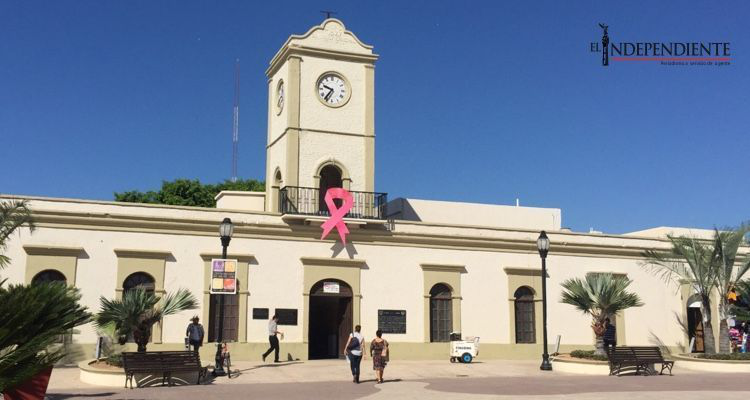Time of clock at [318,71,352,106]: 9:36
